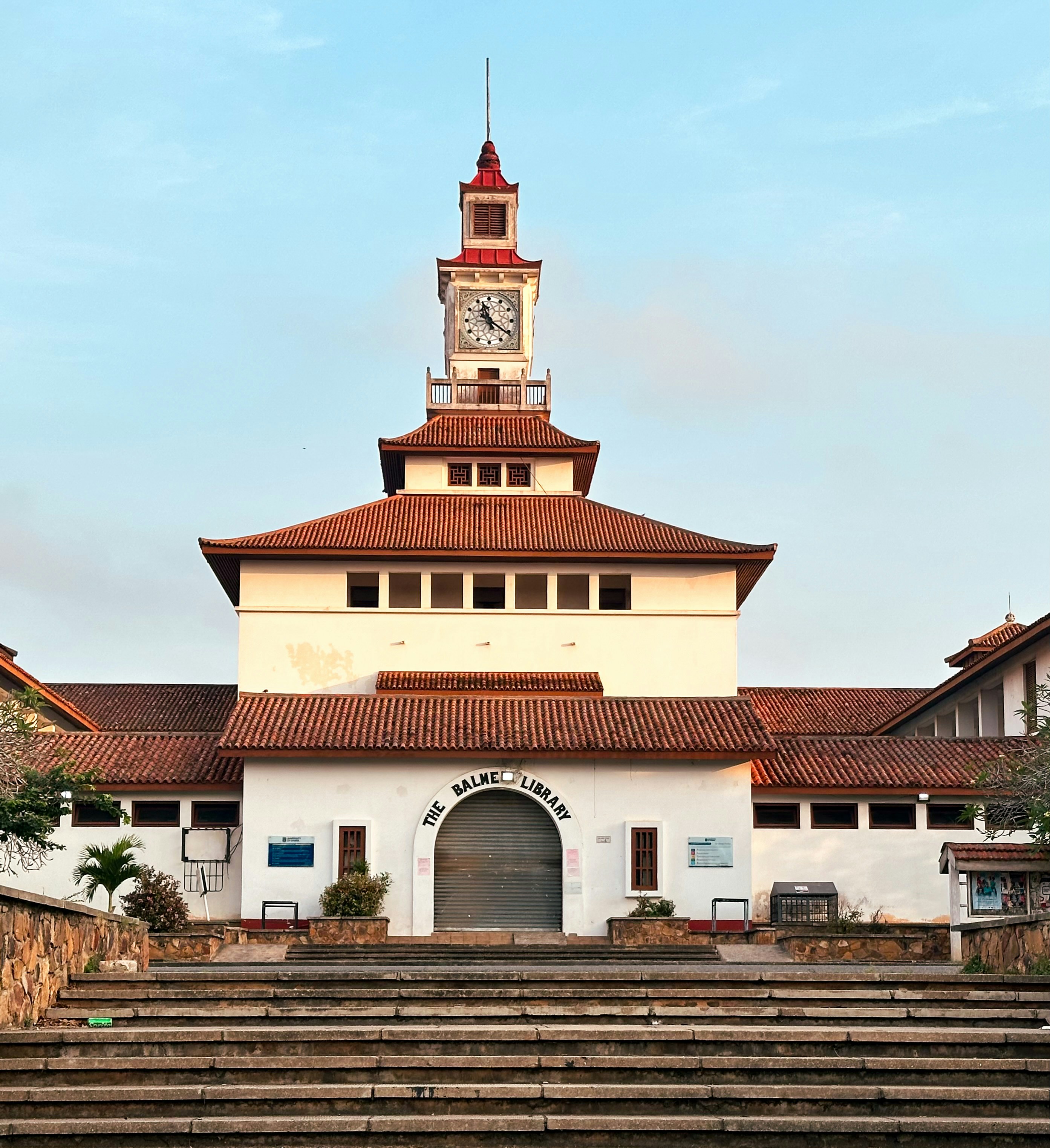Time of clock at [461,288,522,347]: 11:20
